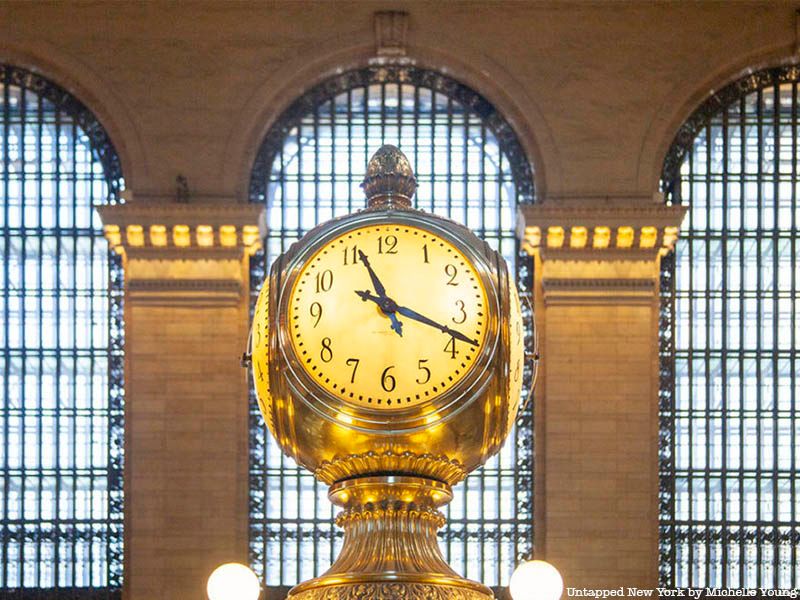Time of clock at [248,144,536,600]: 11:18
